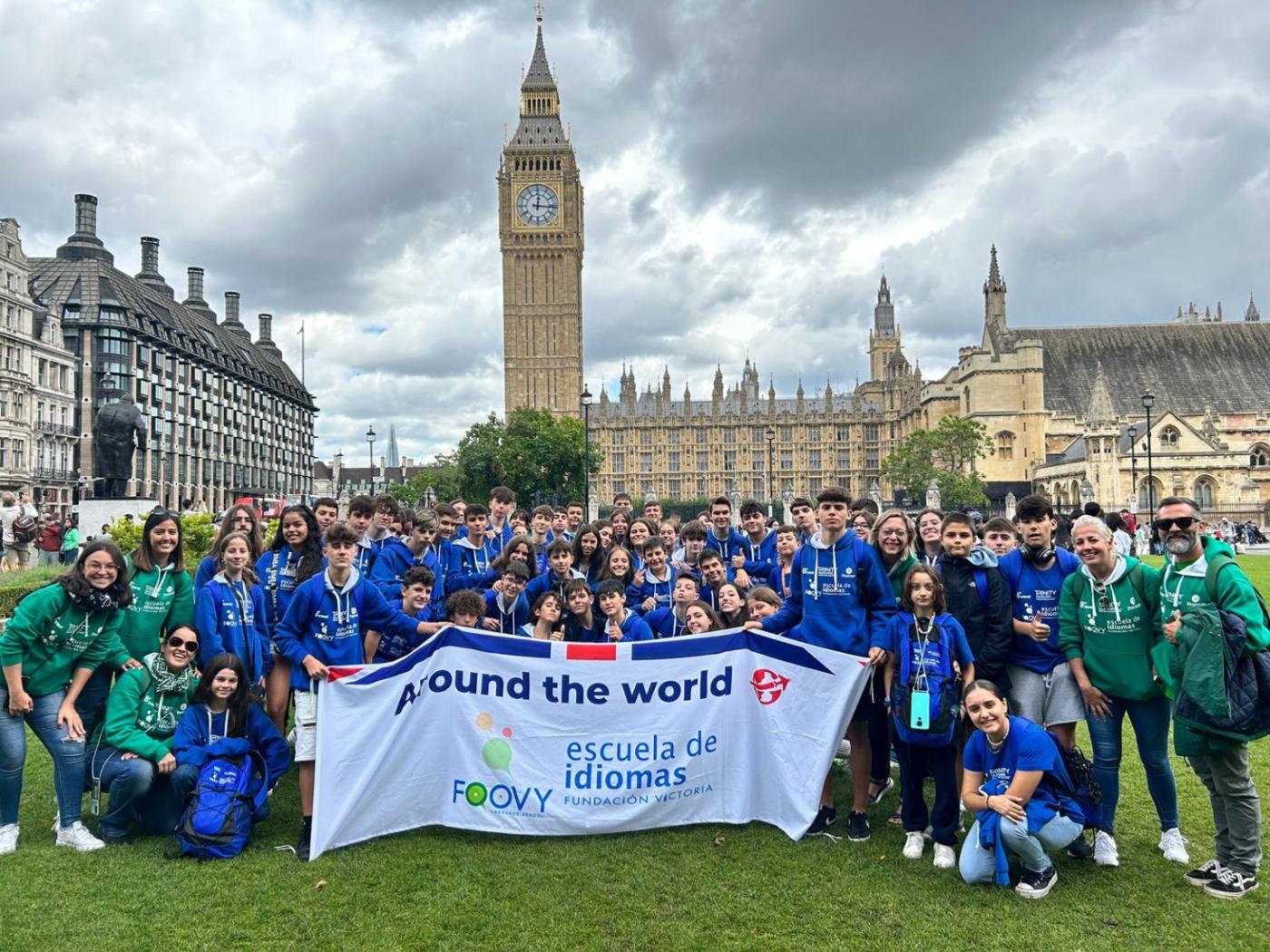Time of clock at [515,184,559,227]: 12:16
